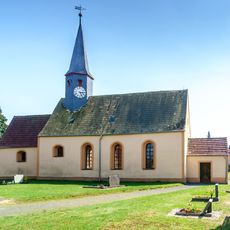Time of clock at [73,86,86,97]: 5:15
